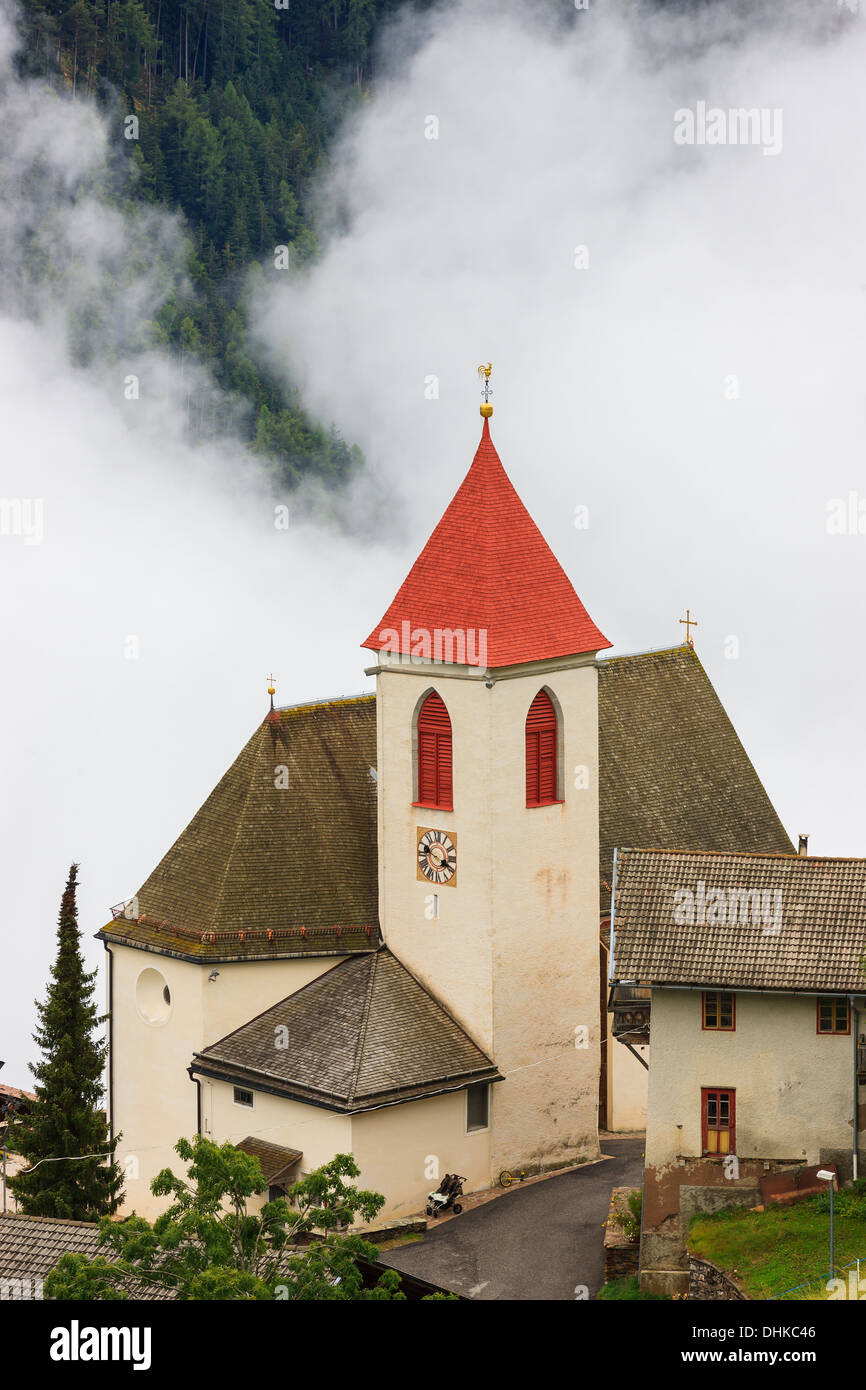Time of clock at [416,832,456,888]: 3:48
